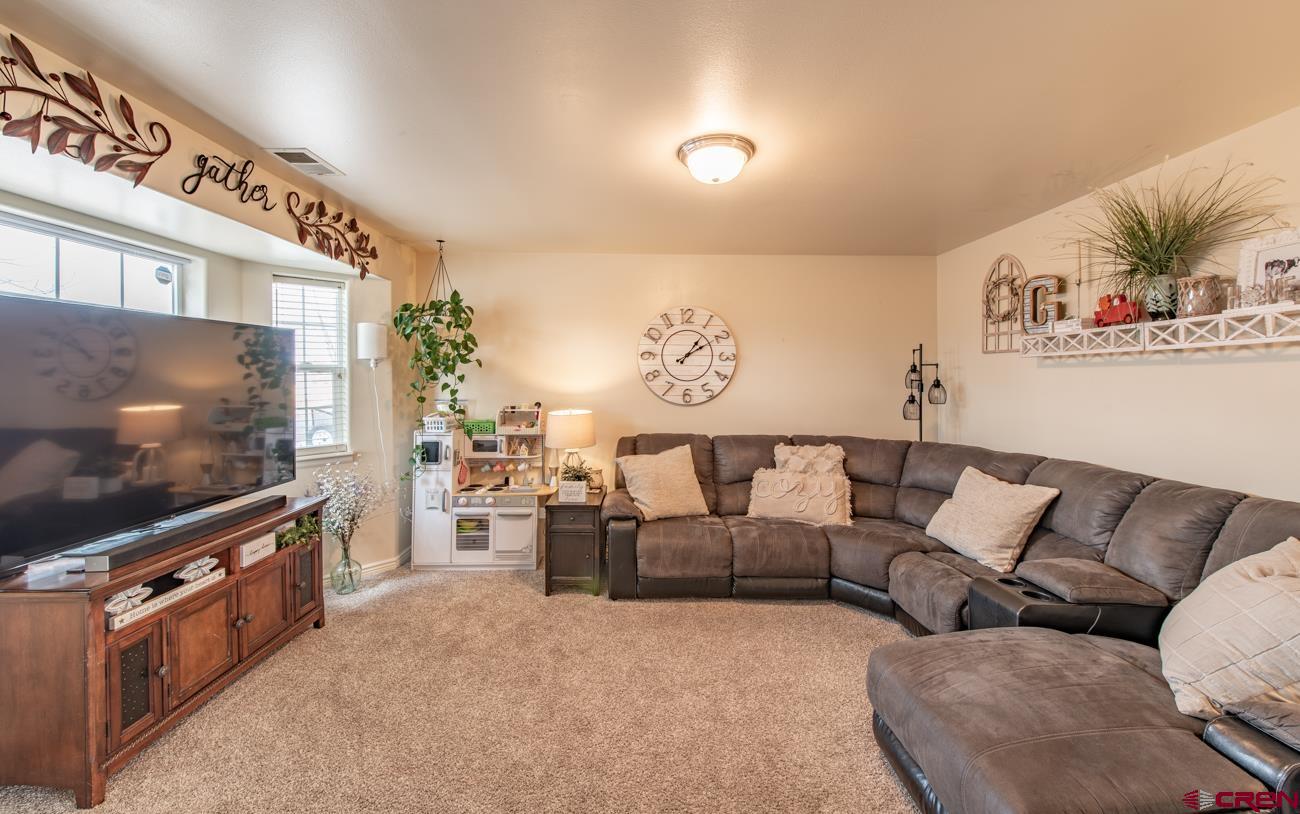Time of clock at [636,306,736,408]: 1:09
